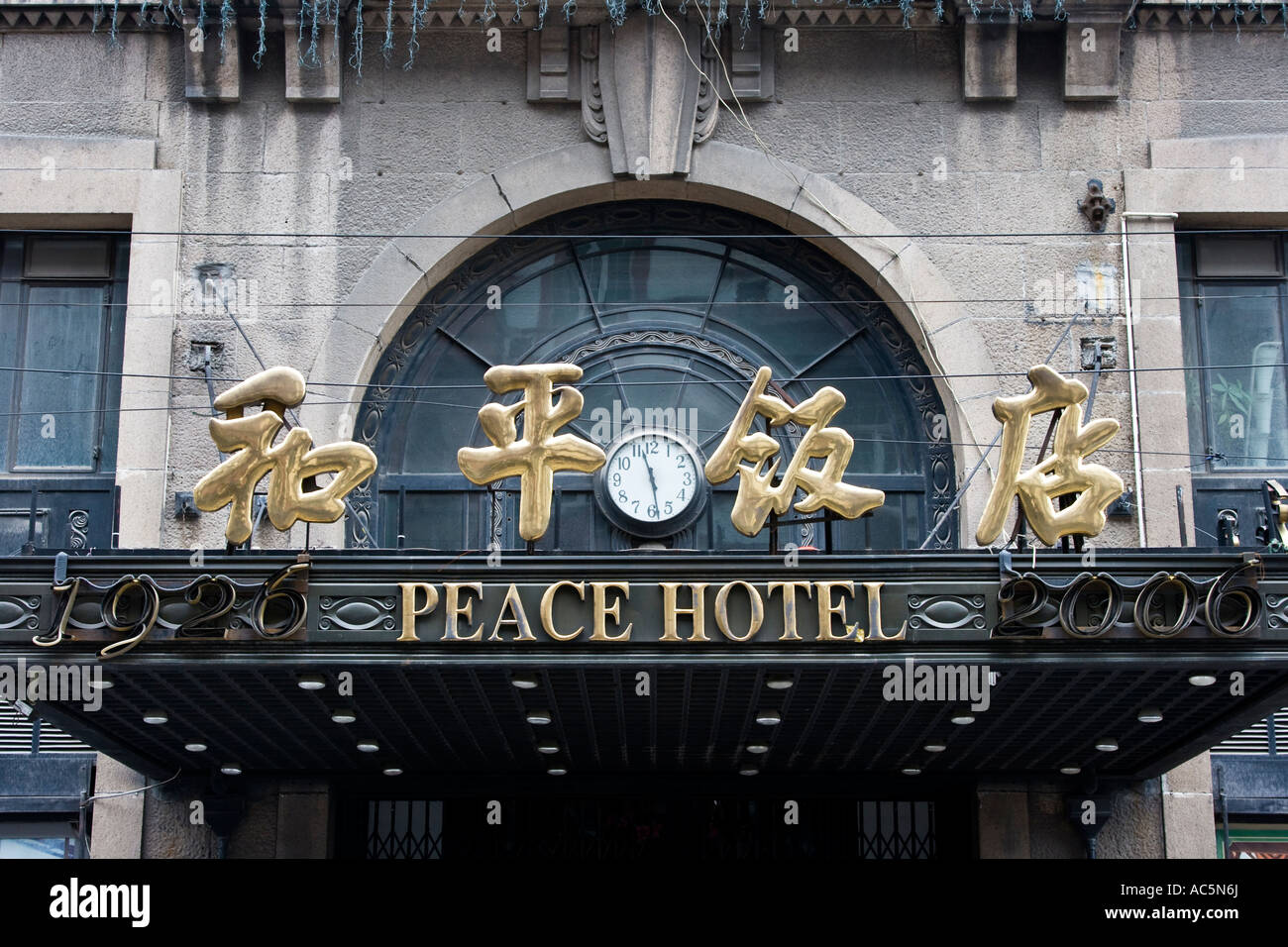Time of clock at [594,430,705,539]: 11:28
